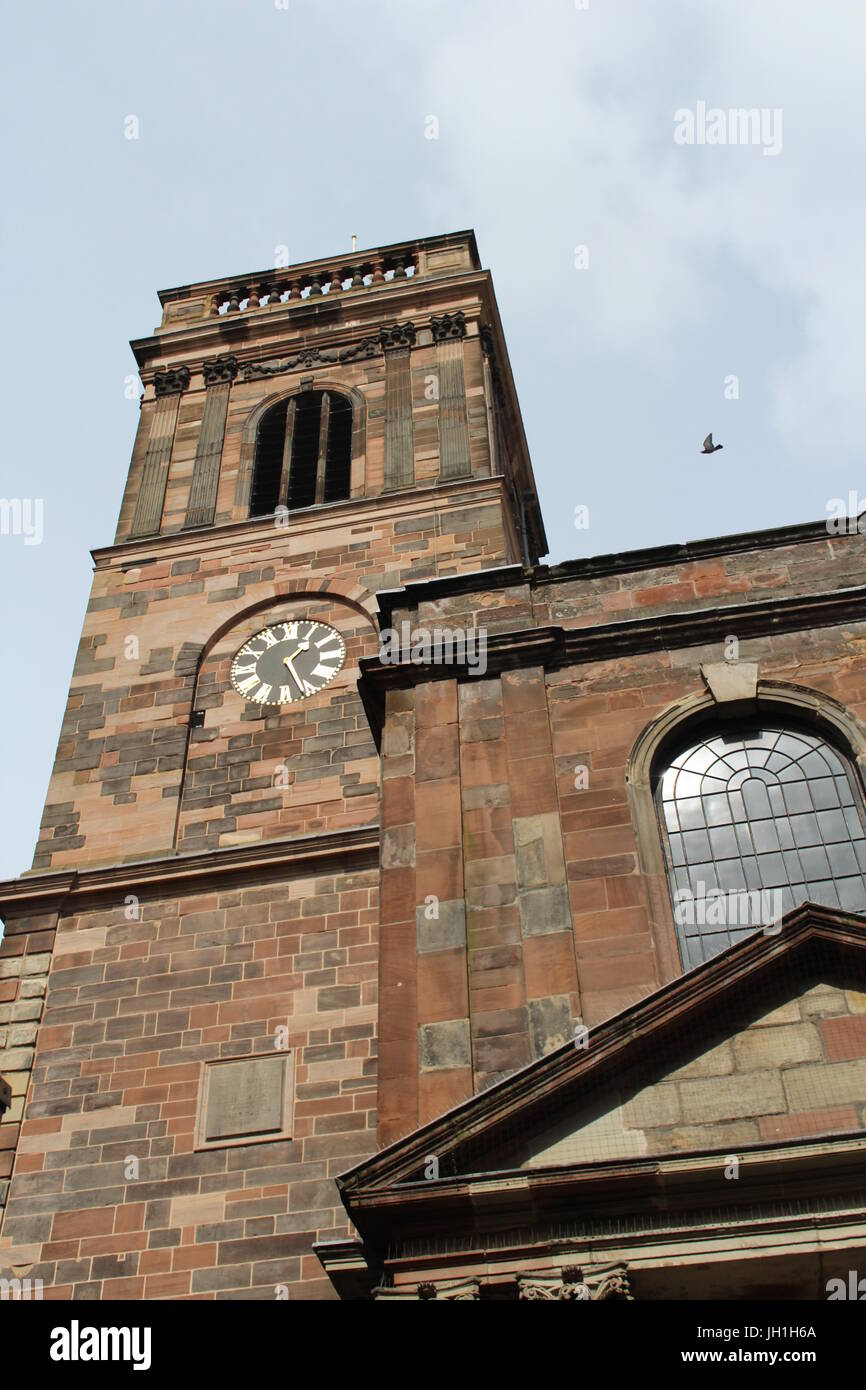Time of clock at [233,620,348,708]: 1:25
